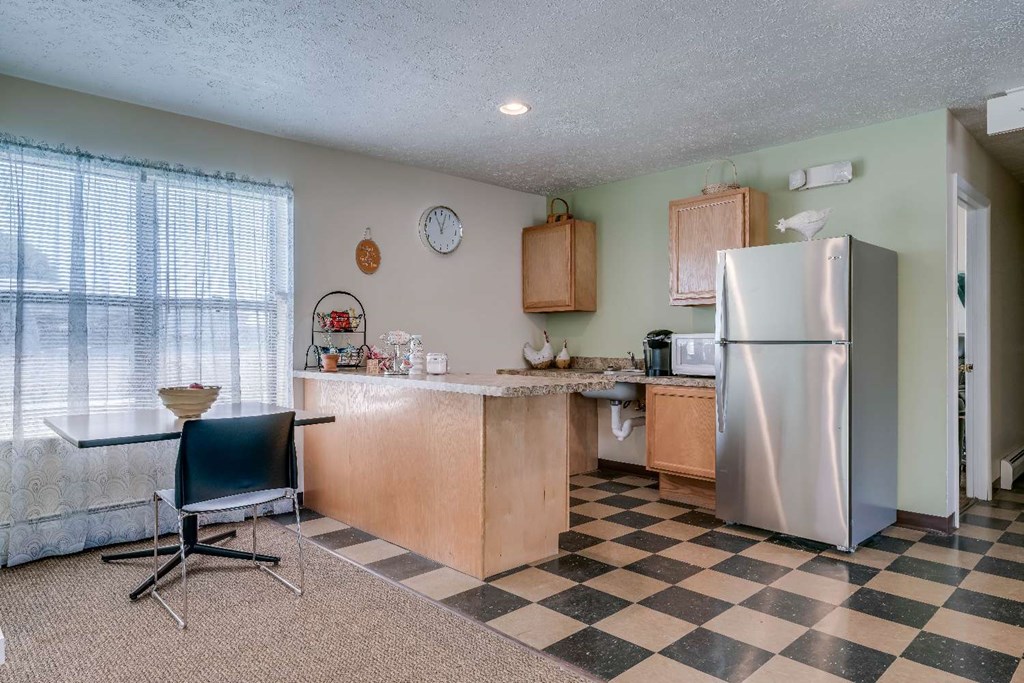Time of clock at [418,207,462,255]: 11:02
